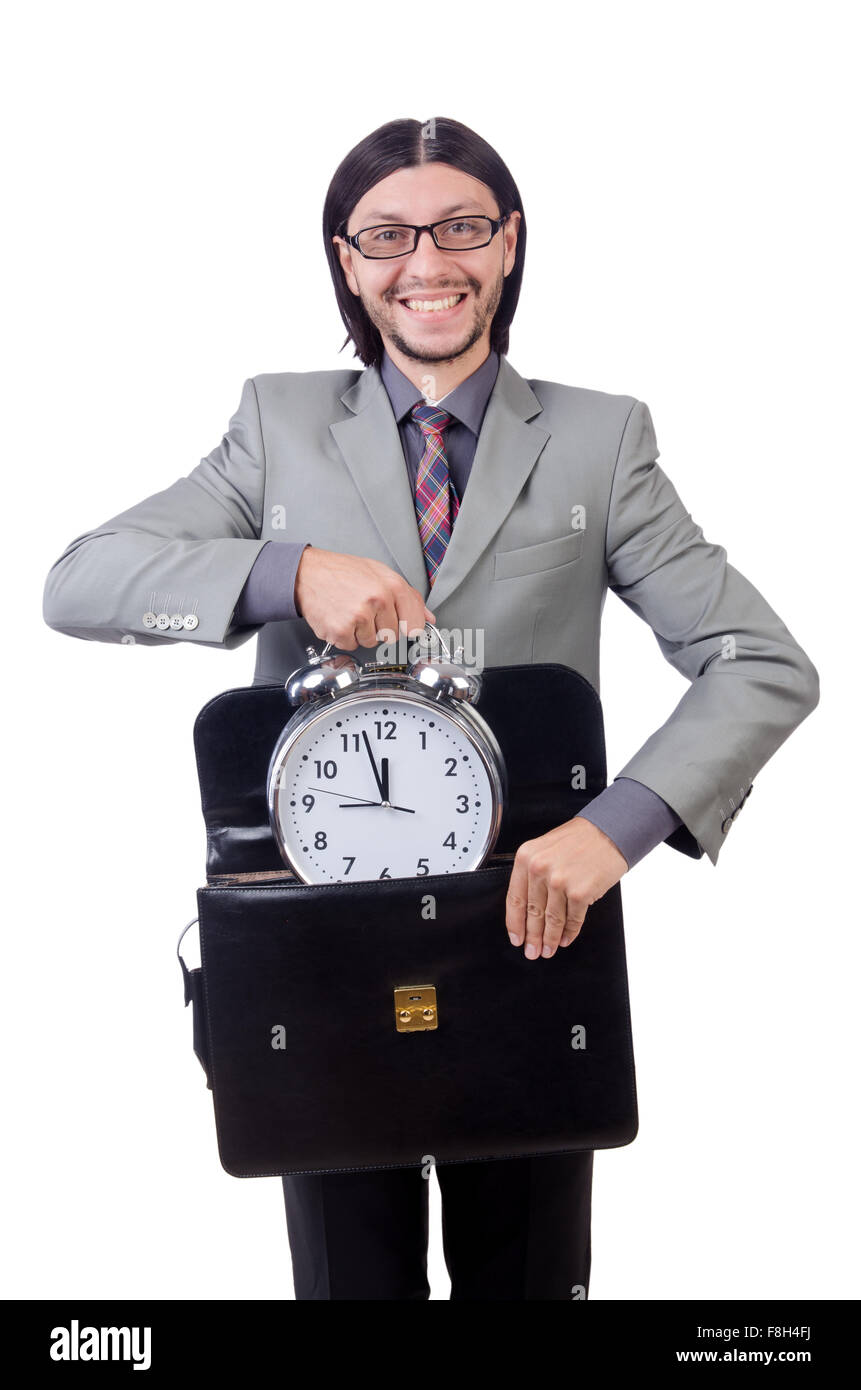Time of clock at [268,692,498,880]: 11:57
